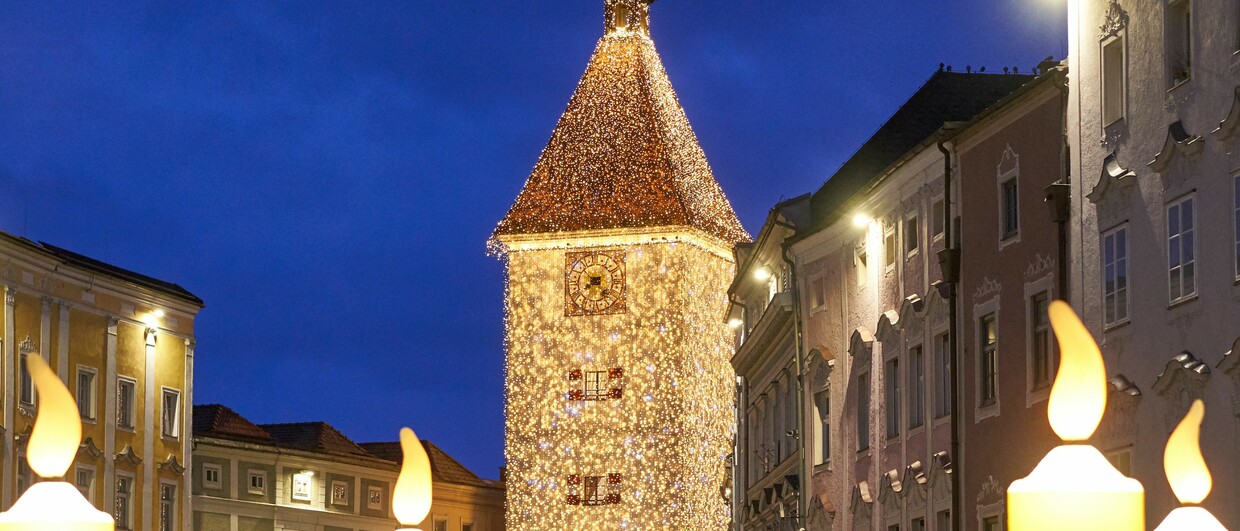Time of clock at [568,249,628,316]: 7:52
